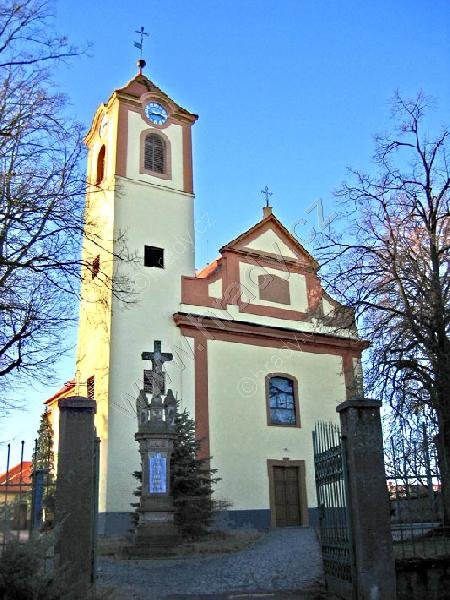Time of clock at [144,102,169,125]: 3:43
